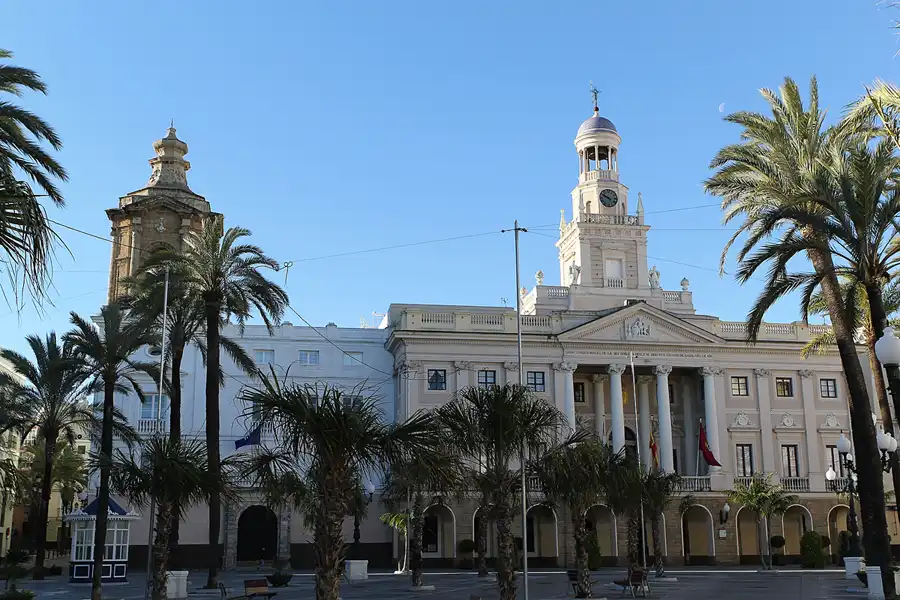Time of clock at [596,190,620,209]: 4:49
